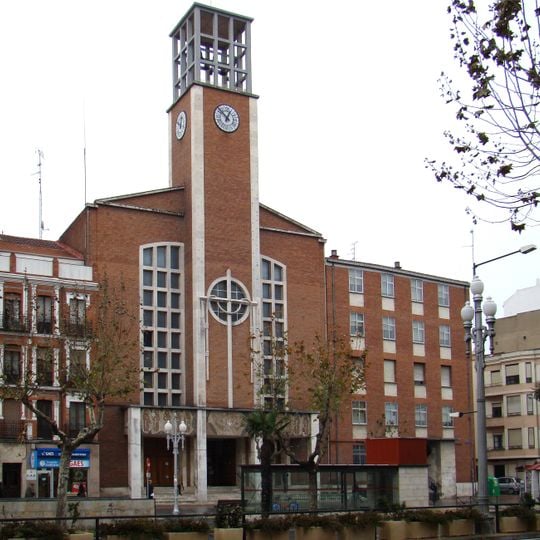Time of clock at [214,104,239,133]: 12:52
